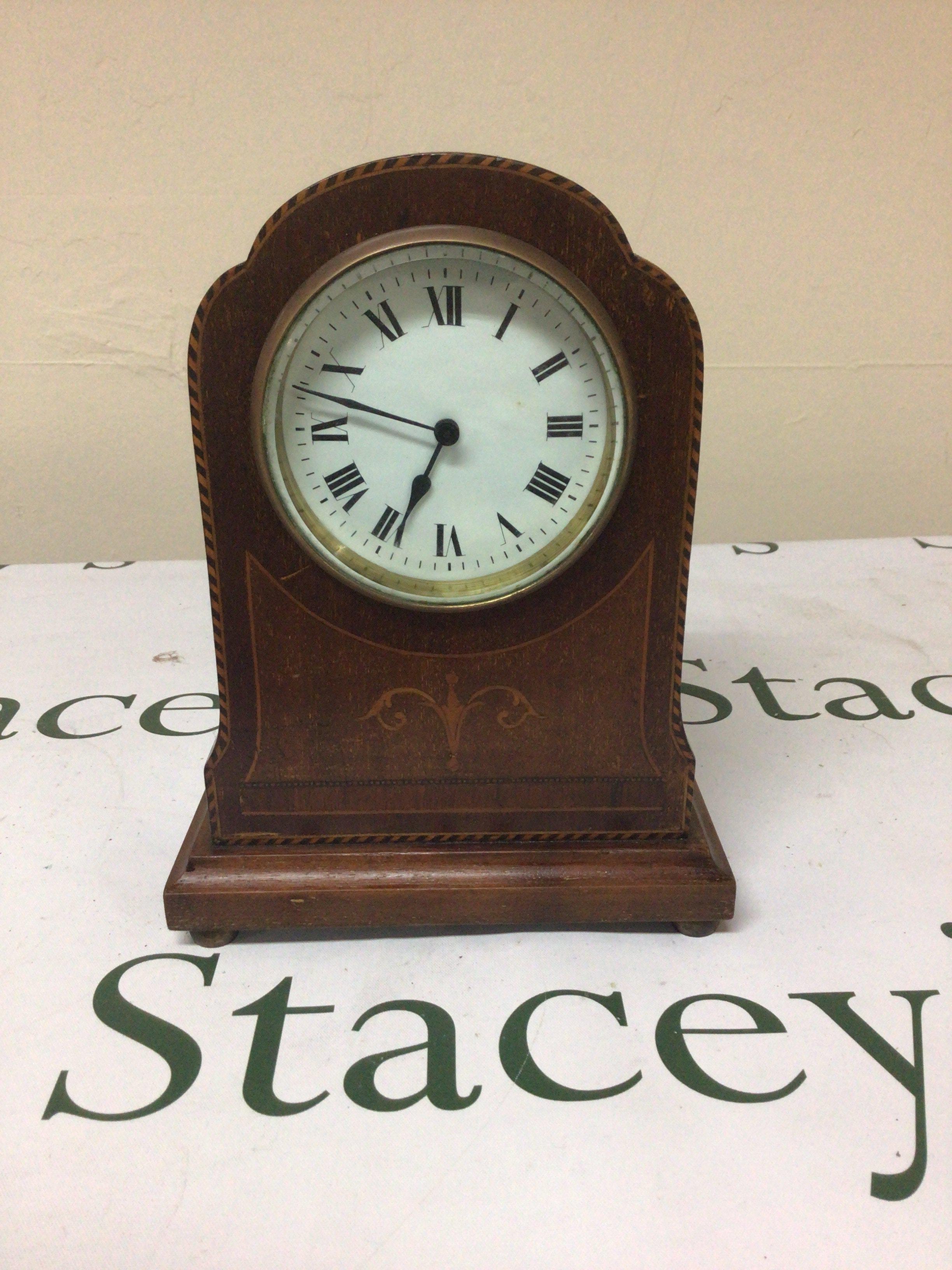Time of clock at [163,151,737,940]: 6:47
